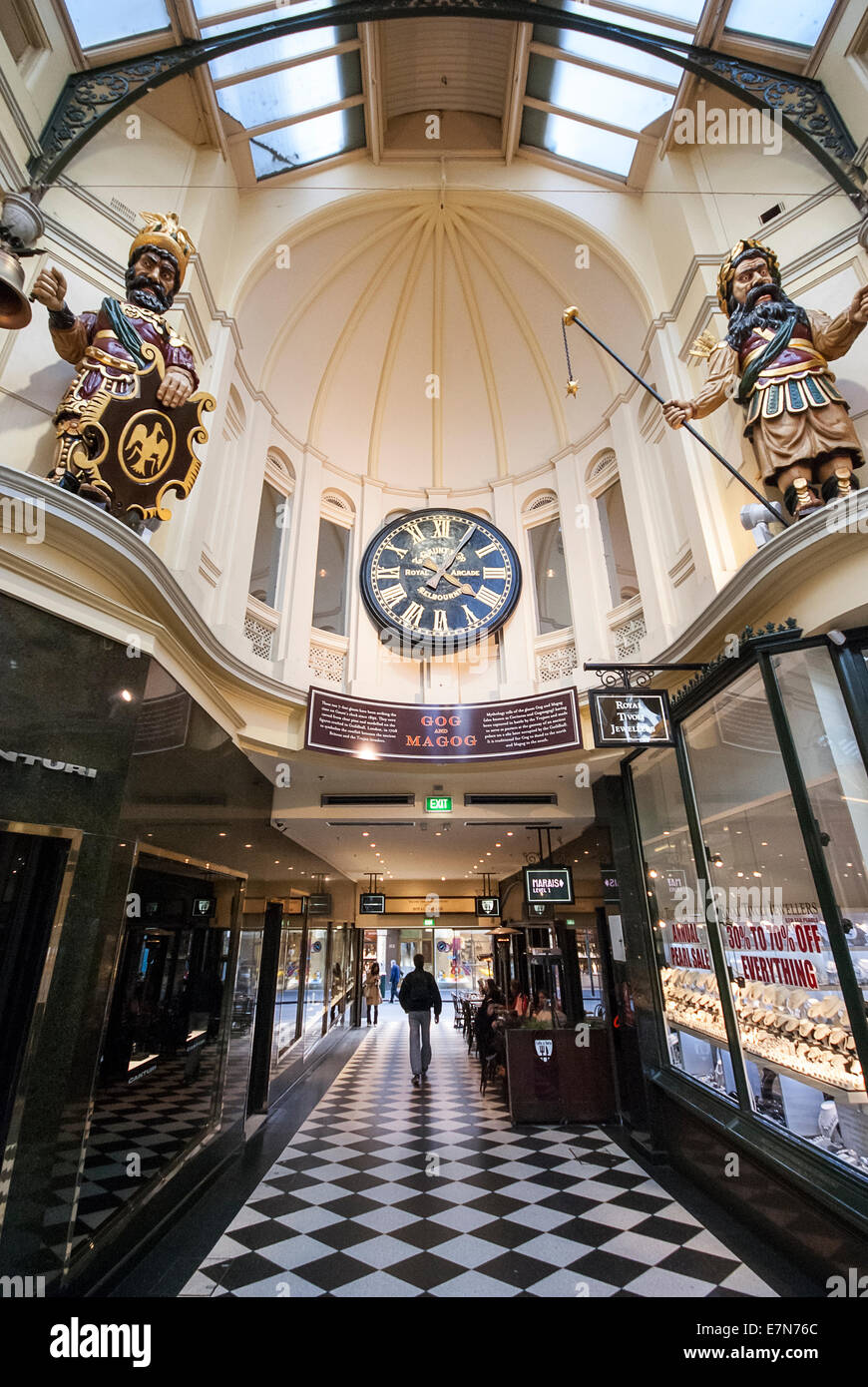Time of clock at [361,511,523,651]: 4:05
